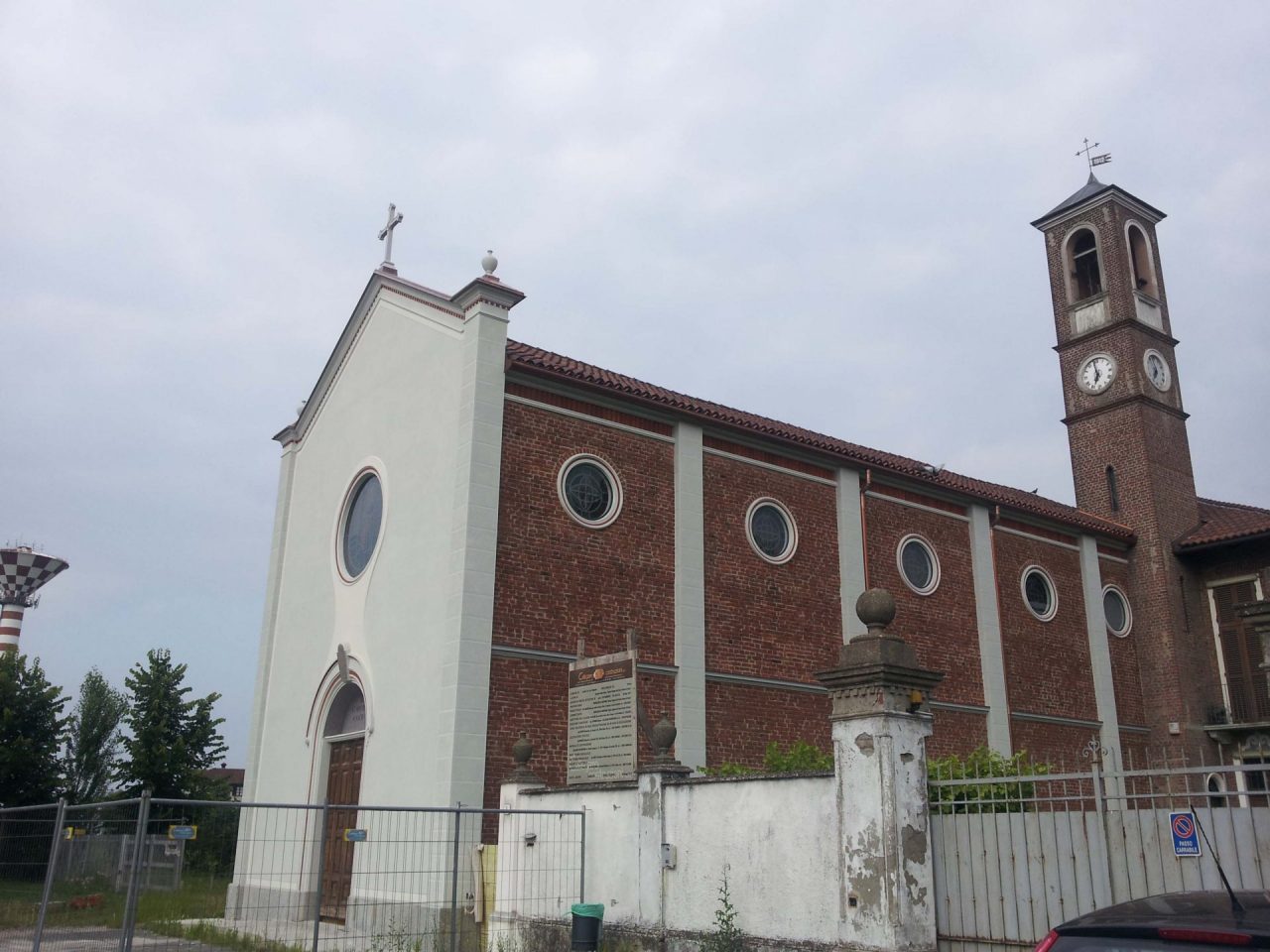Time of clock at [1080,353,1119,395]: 6:58
